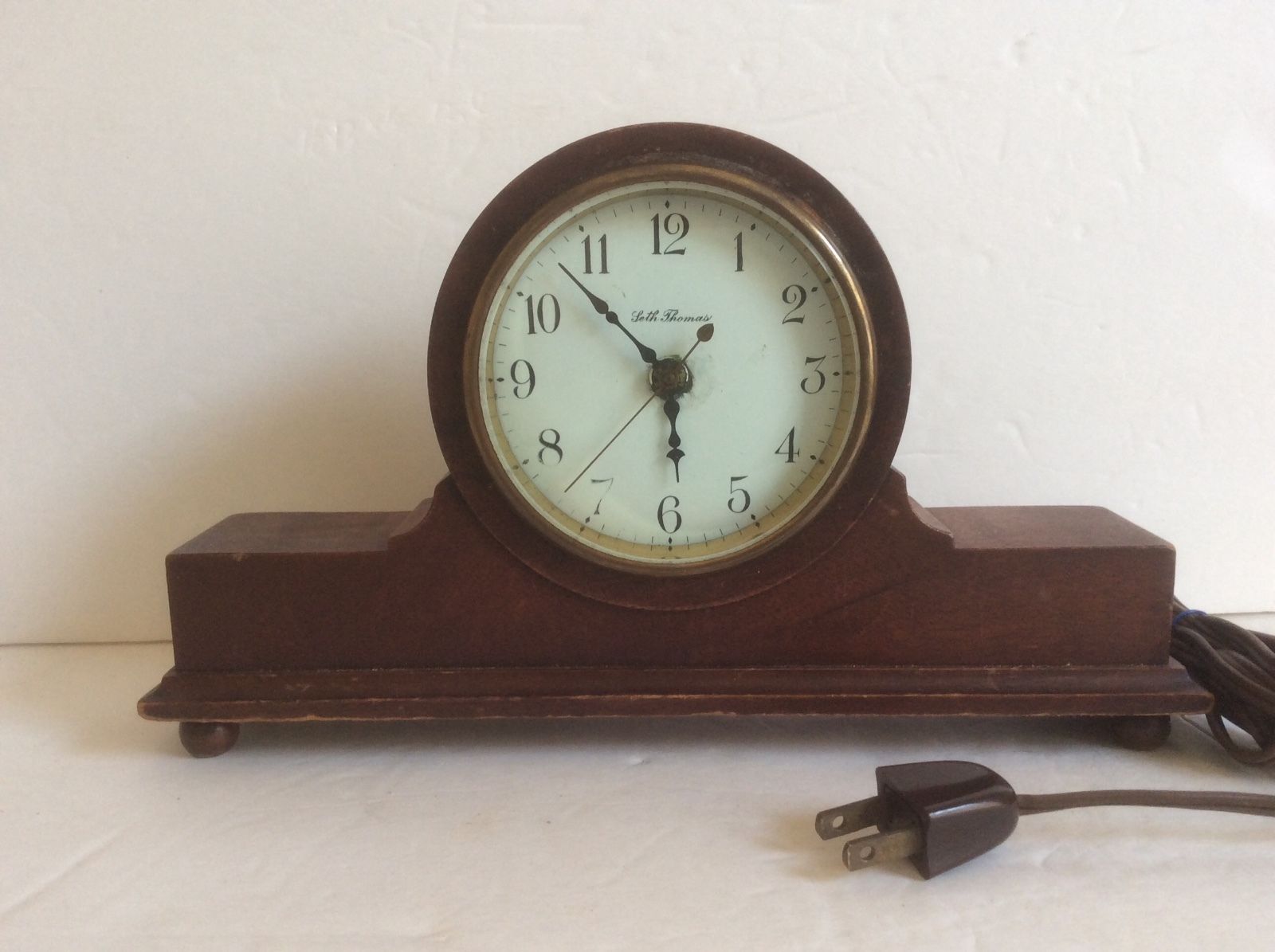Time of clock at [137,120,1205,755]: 5:53
